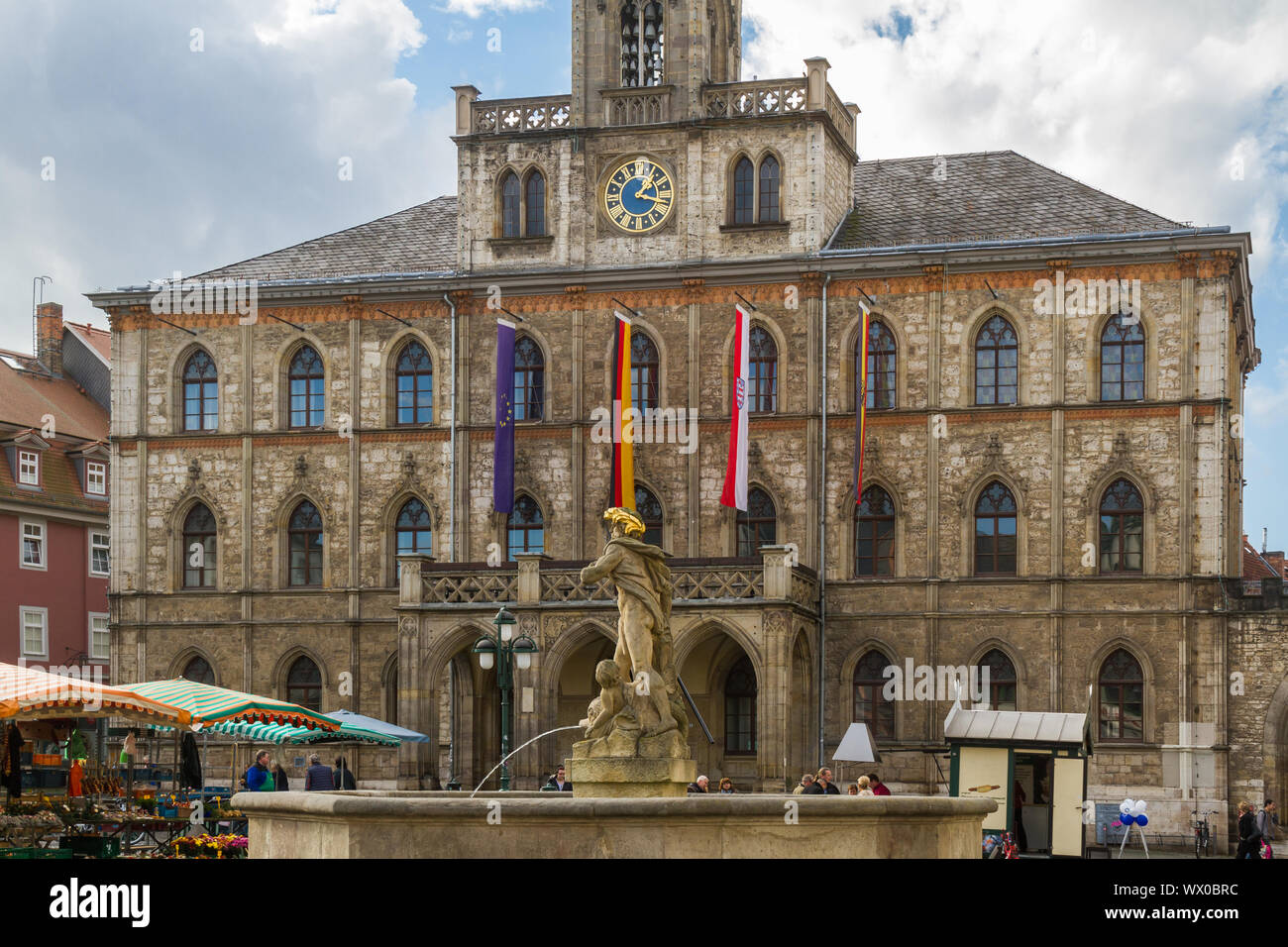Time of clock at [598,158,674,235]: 1:16
